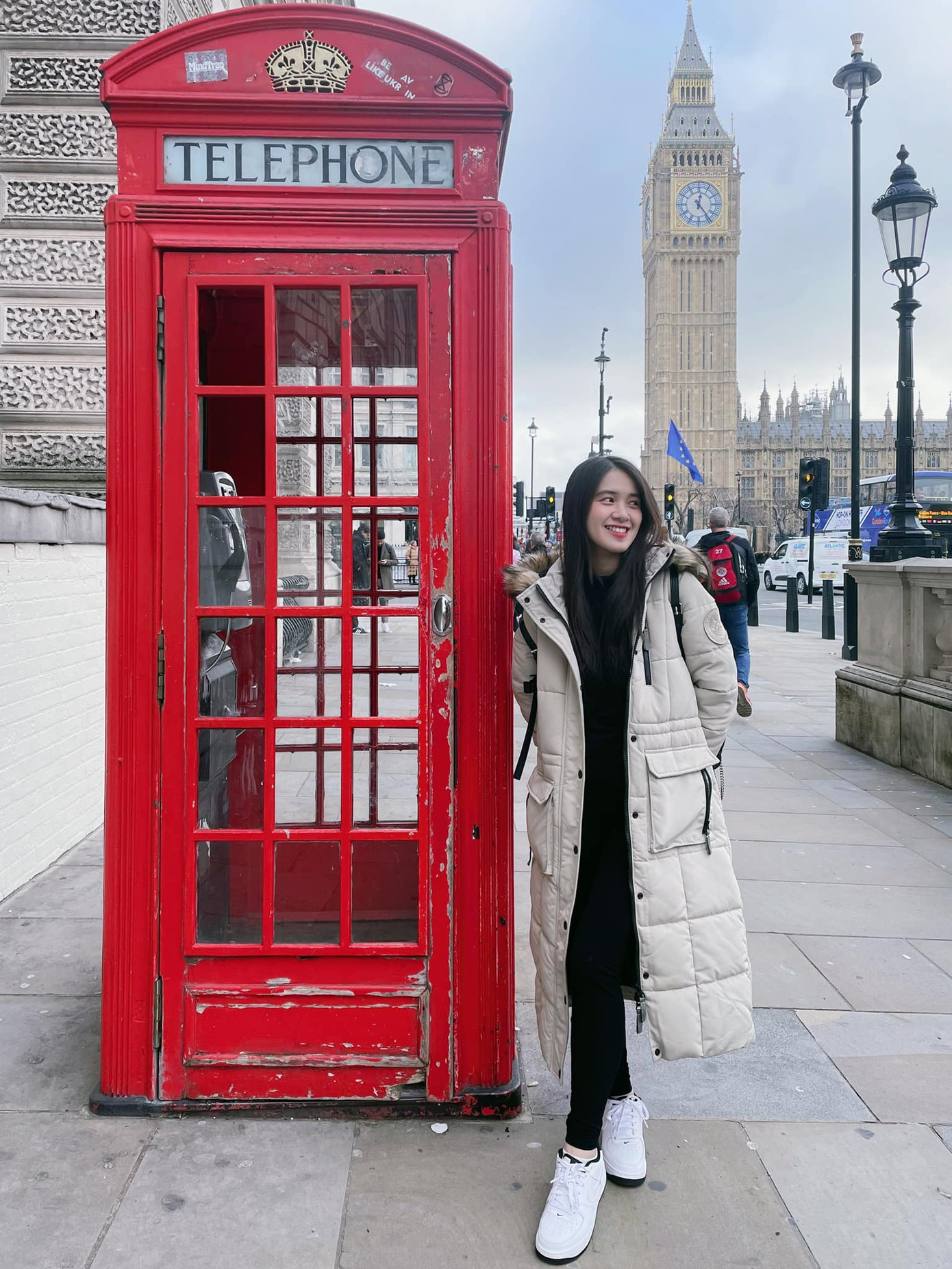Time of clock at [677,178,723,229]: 12:23
